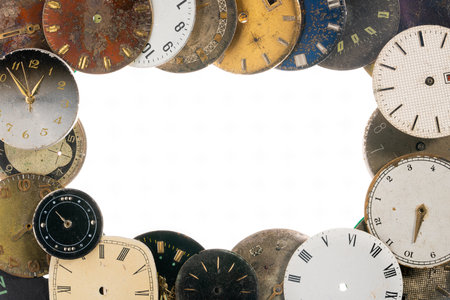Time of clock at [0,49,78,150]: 12:52
